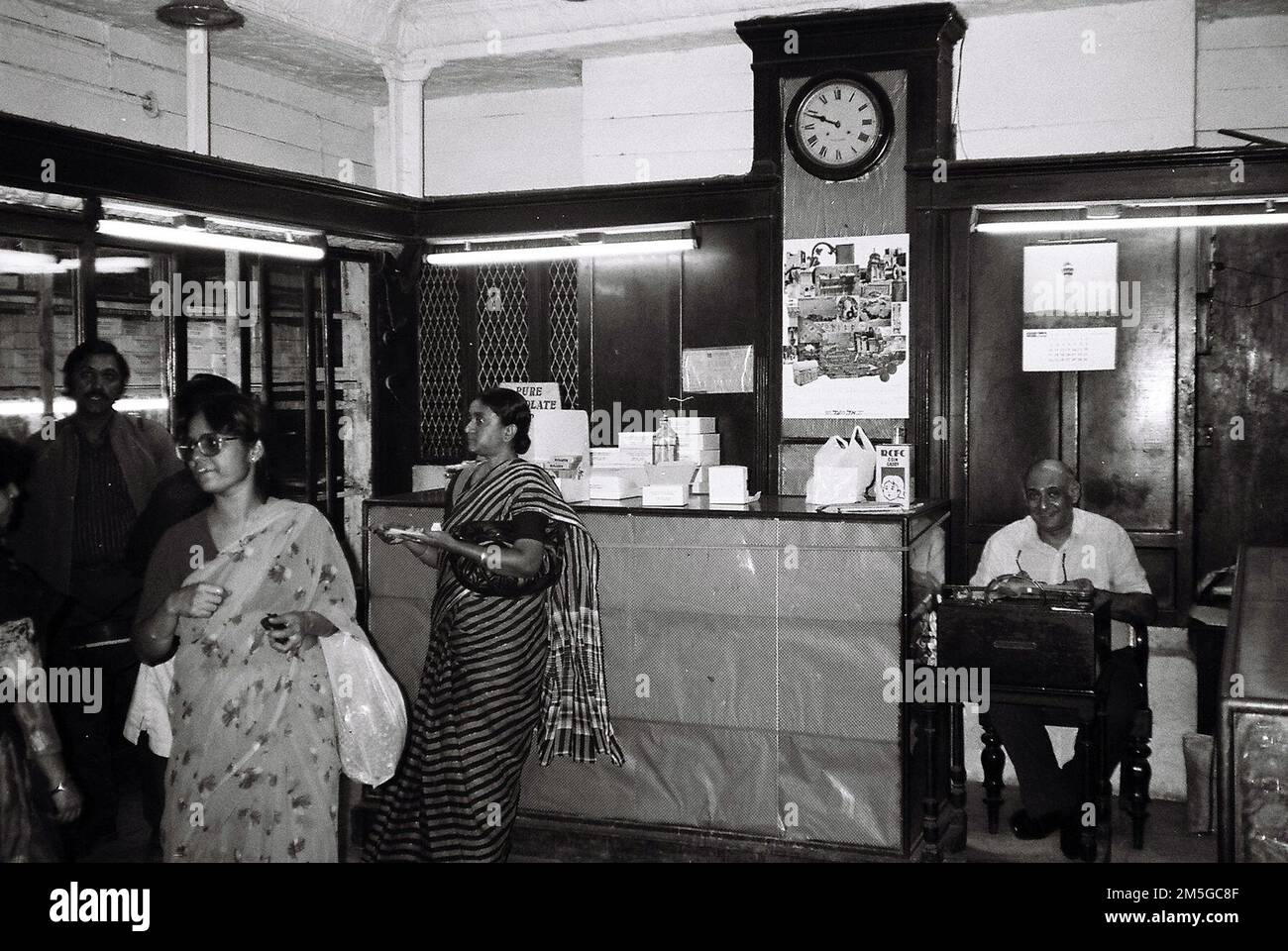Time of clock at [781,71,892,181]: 9:48
